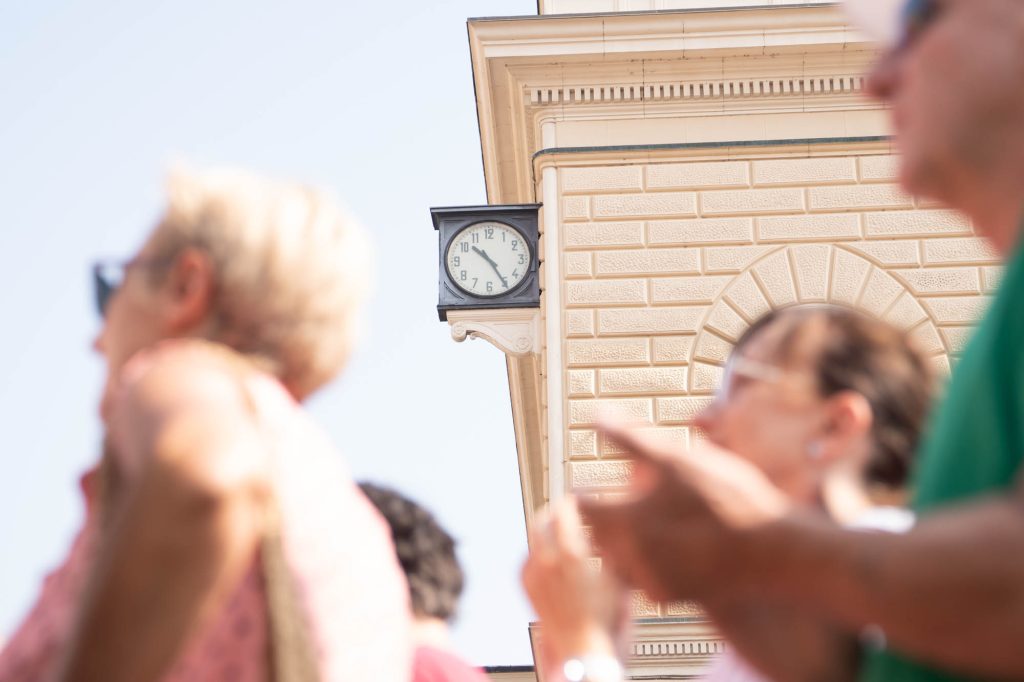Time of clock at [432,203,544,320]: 10:24
